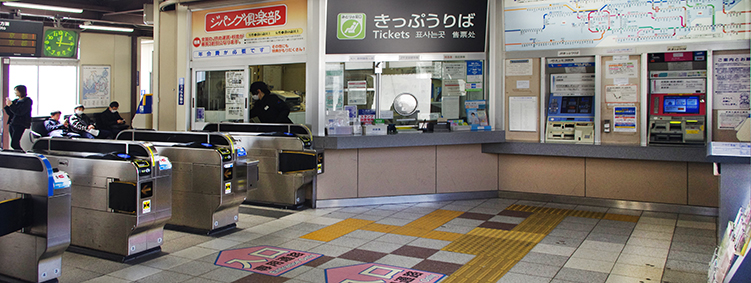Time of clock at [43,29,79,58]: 12:15
